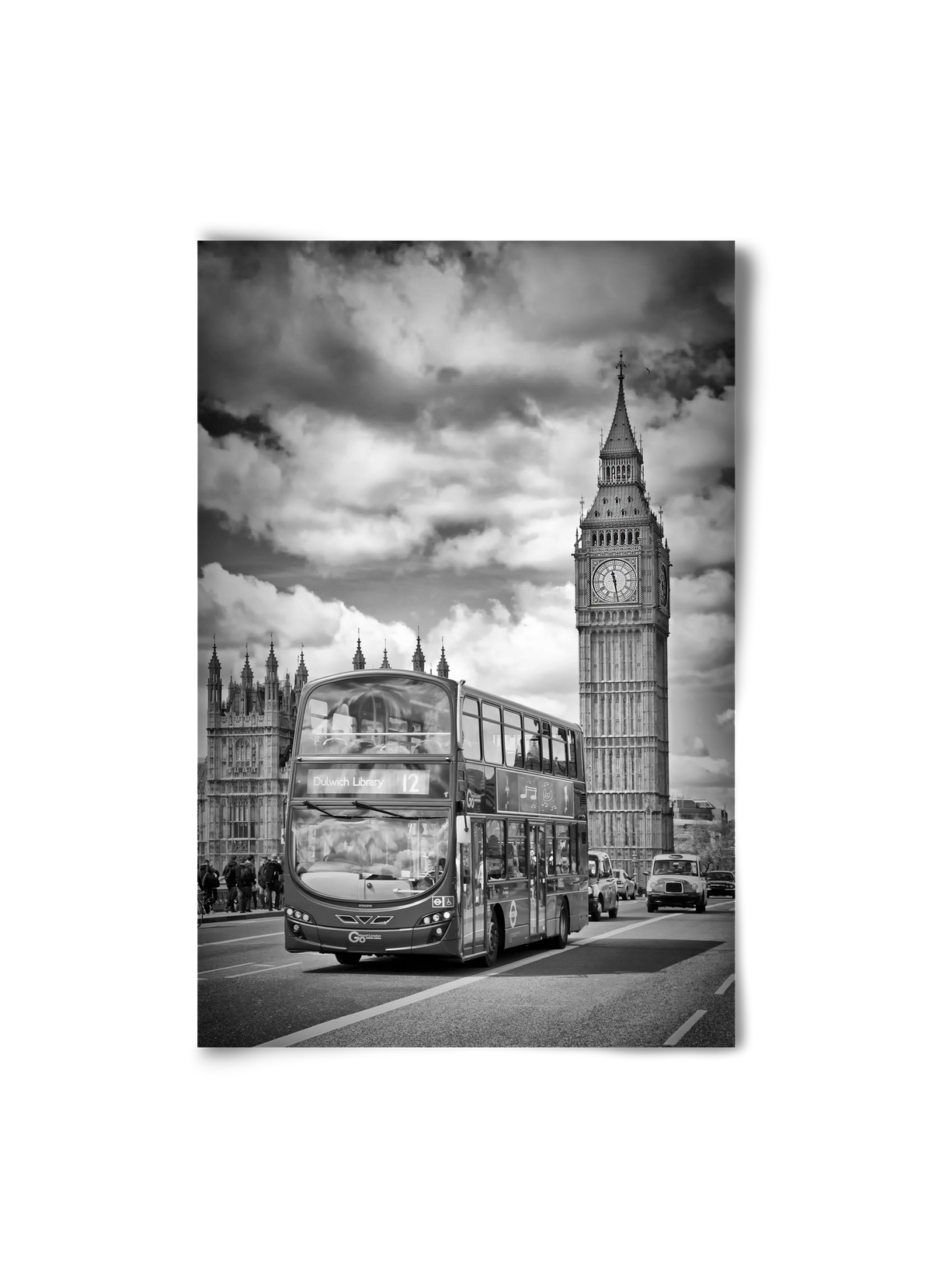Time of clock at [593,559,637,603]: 11:28
